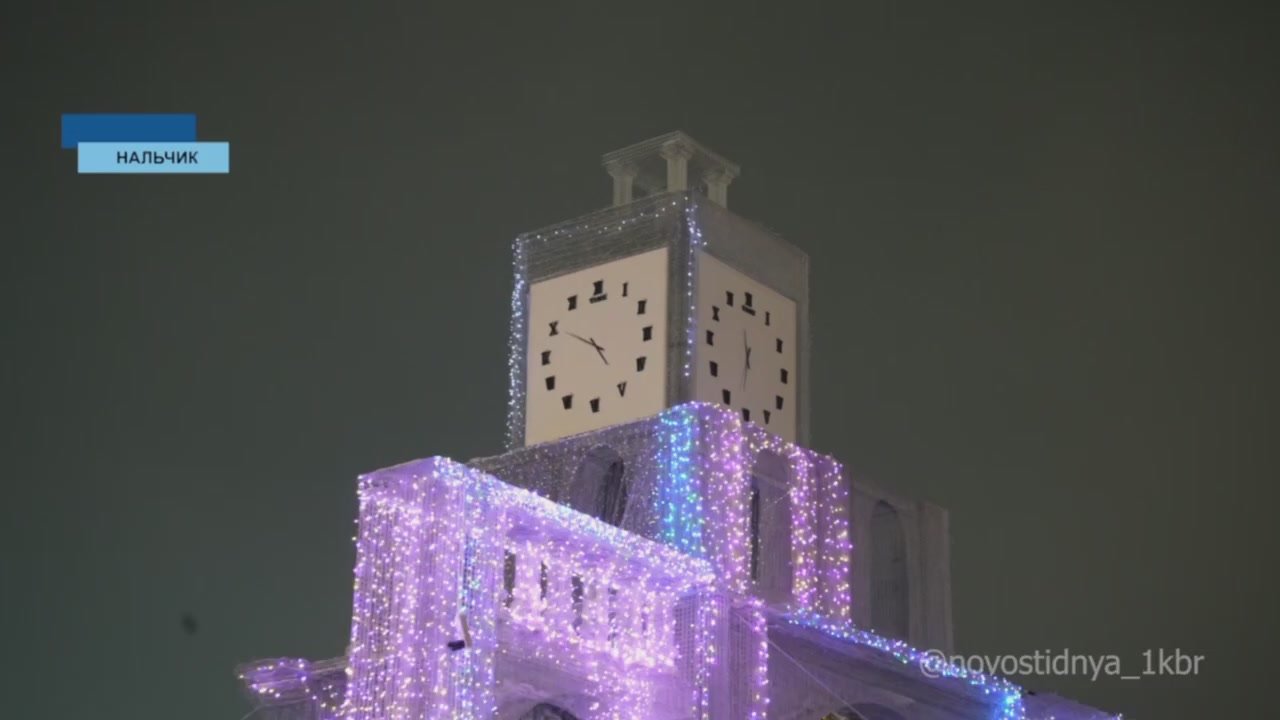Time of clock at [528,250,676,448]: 4:49
